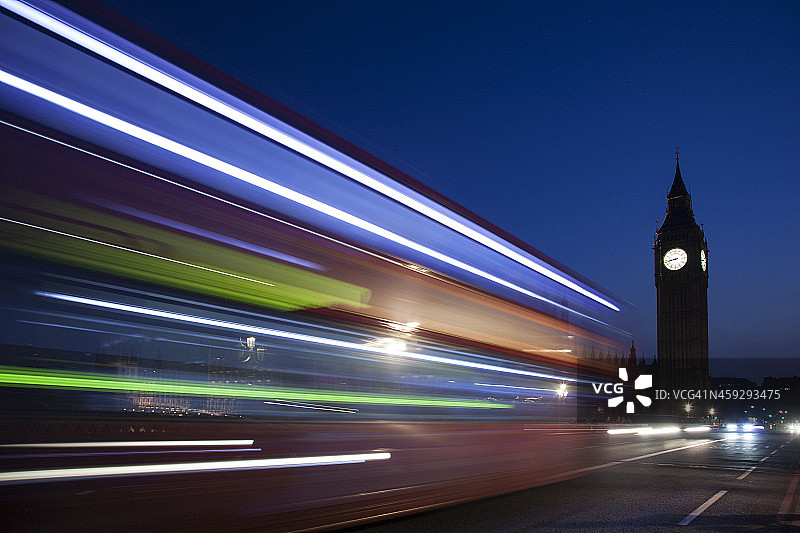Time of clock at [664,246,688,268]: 8:43
